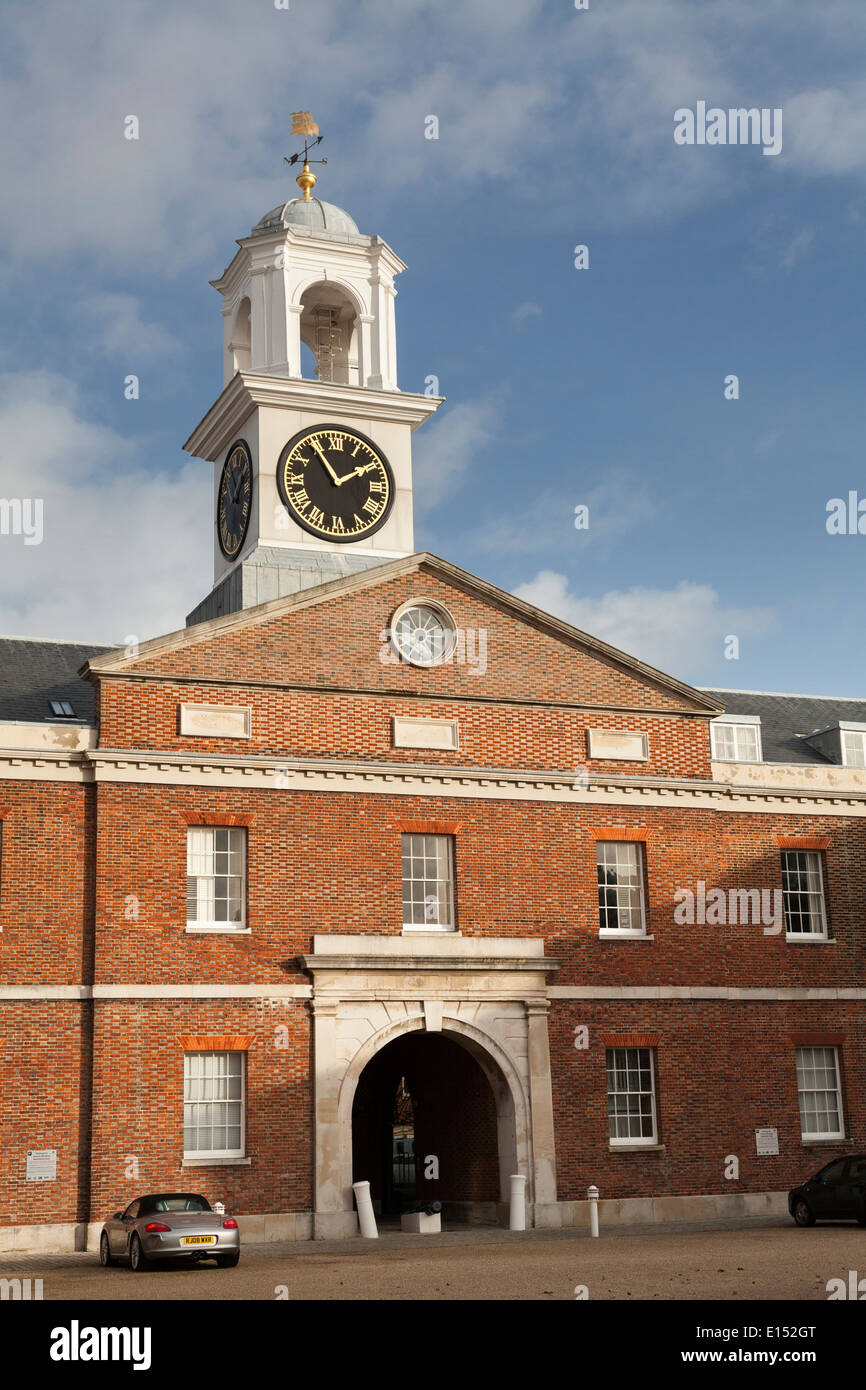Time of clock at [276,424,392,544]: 1:54
